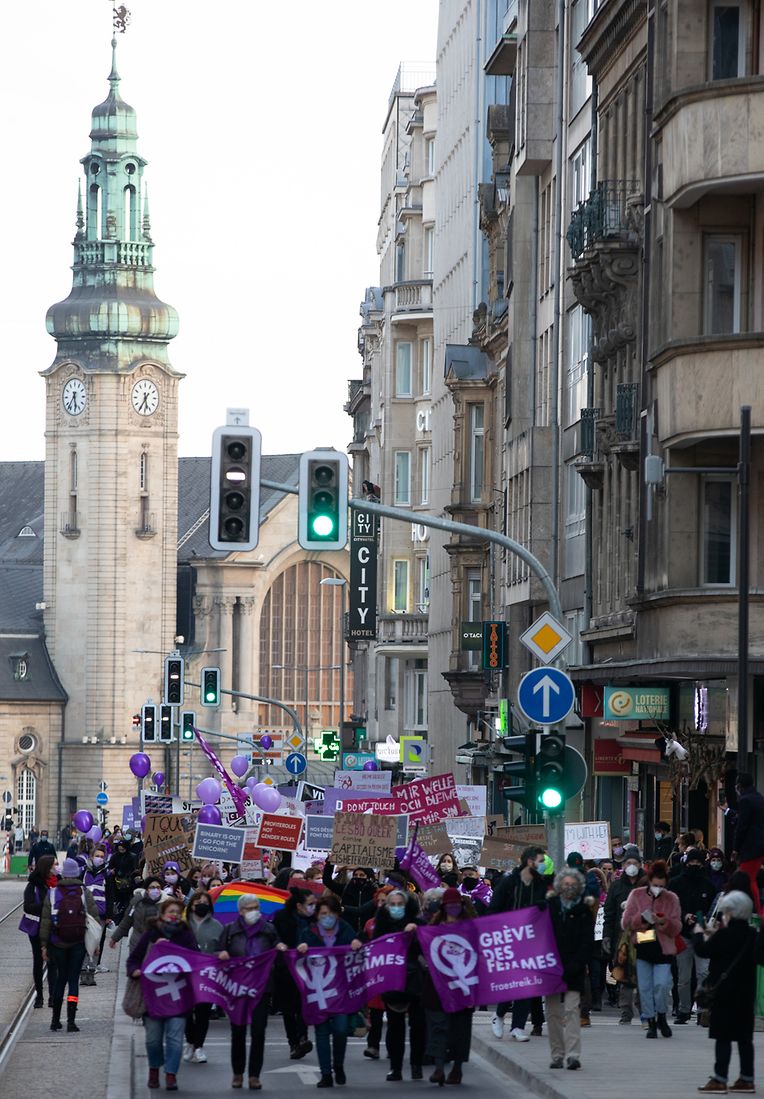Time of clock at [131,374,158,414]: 5:35
